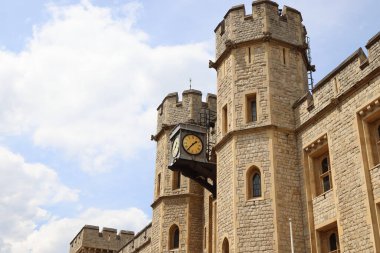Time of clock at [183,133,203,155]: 1:36
